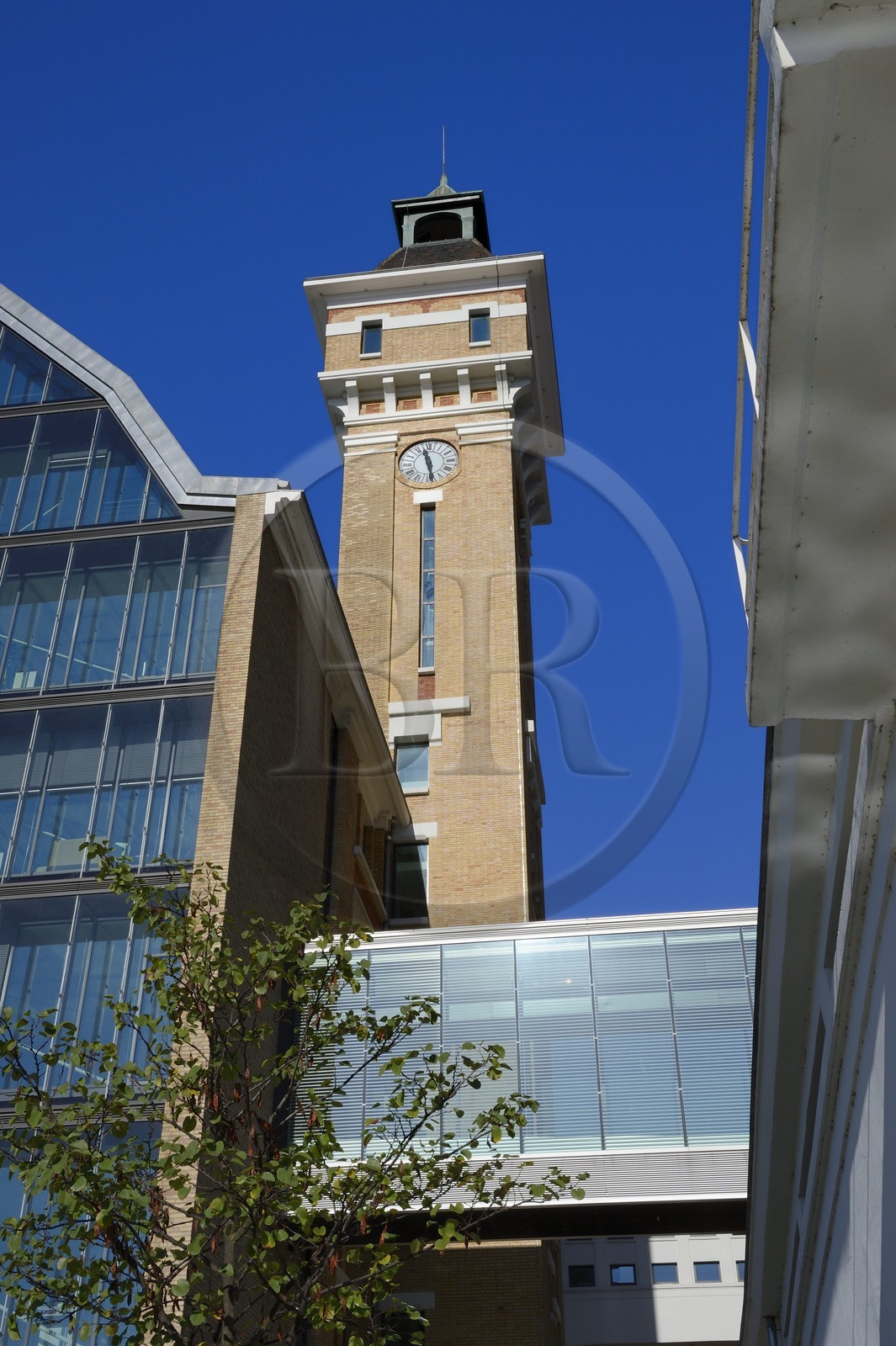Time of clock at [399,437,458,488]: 11:28
